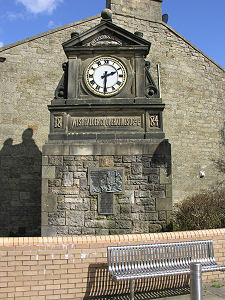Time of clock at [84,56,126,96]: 2:30
